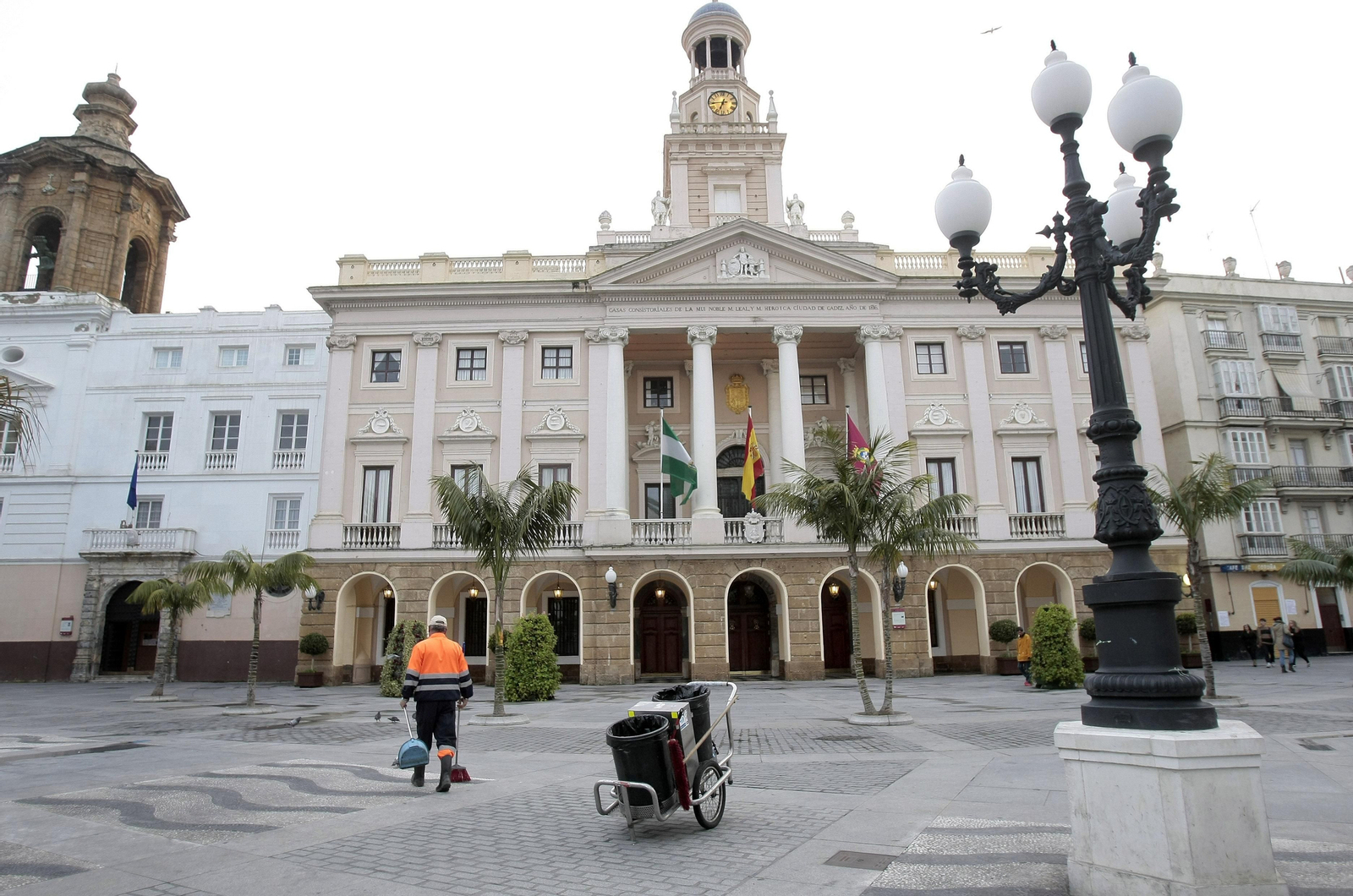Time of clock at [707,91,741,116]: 6:44
